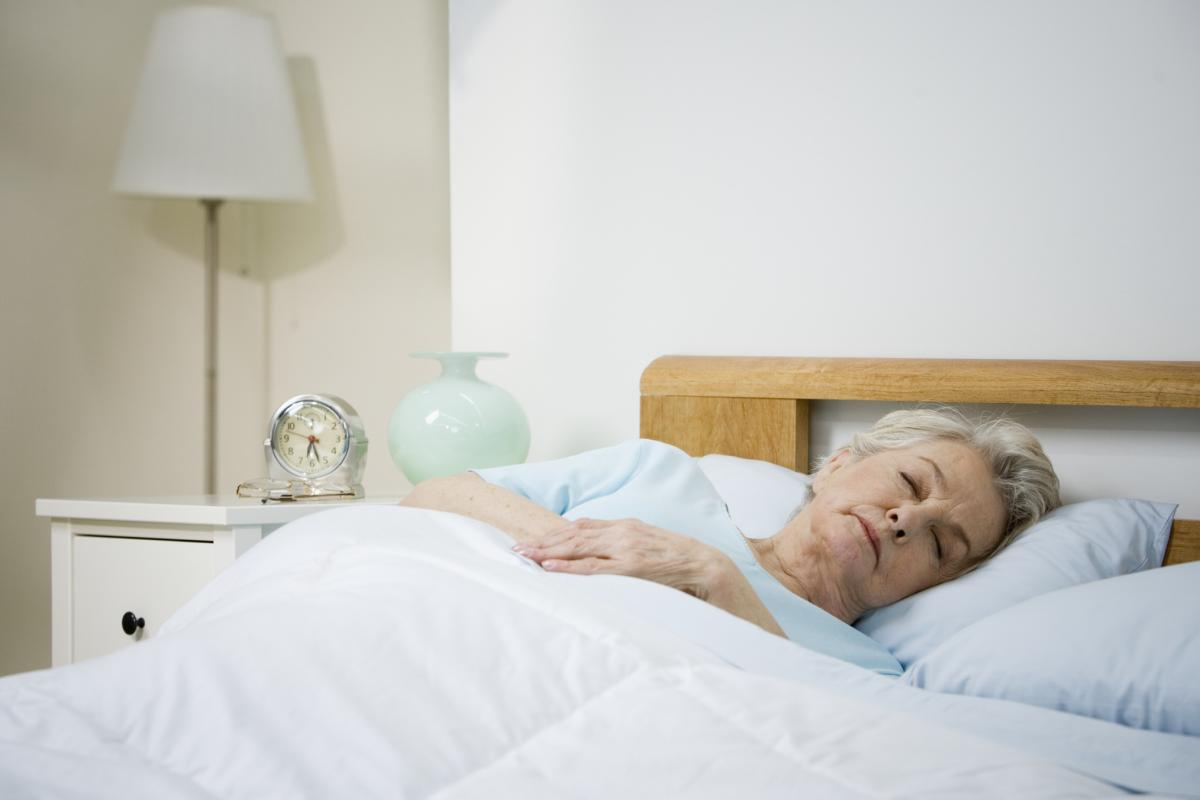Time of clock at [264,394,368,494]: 6:27
